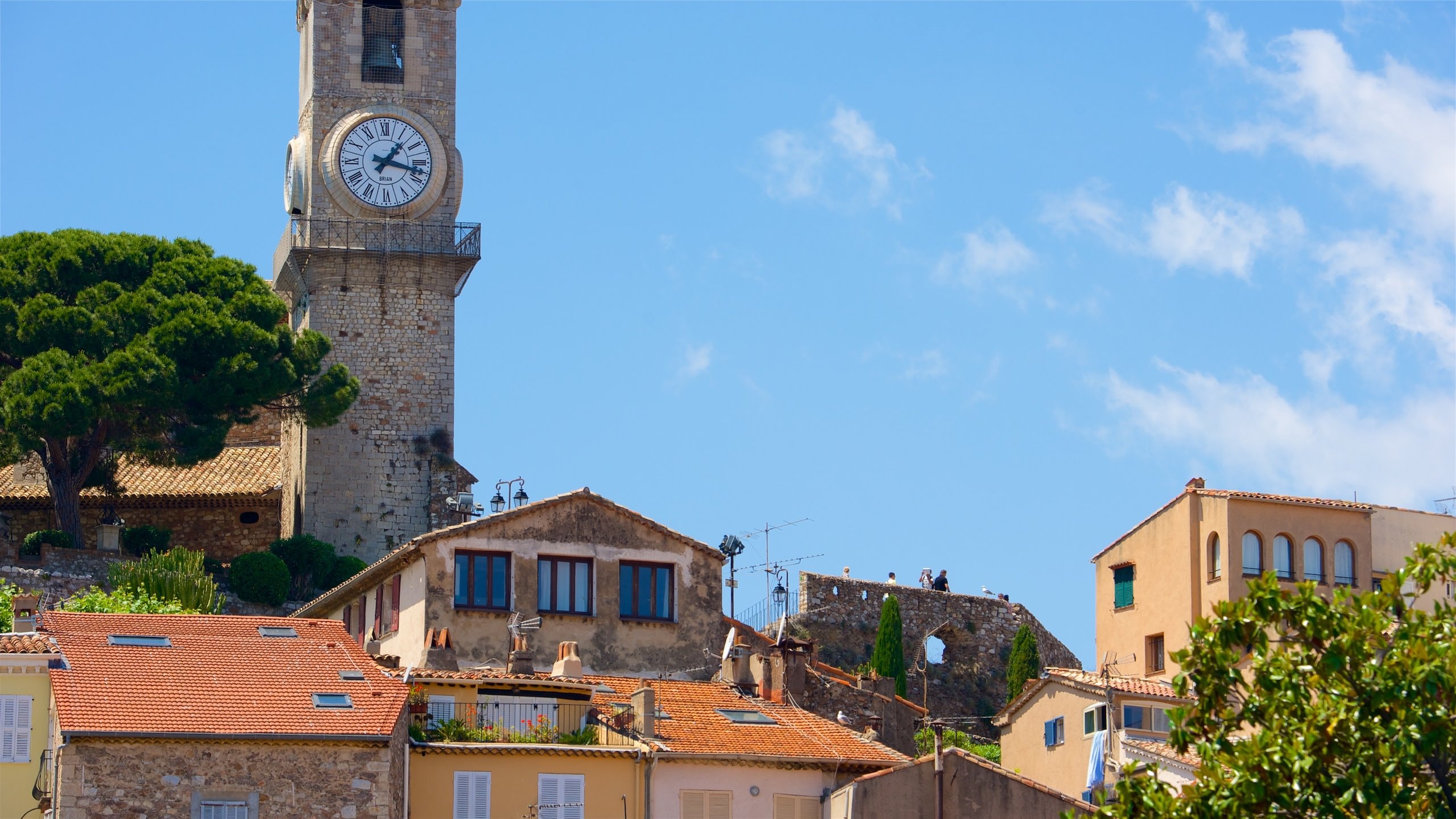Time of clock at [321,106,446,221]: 1:17
